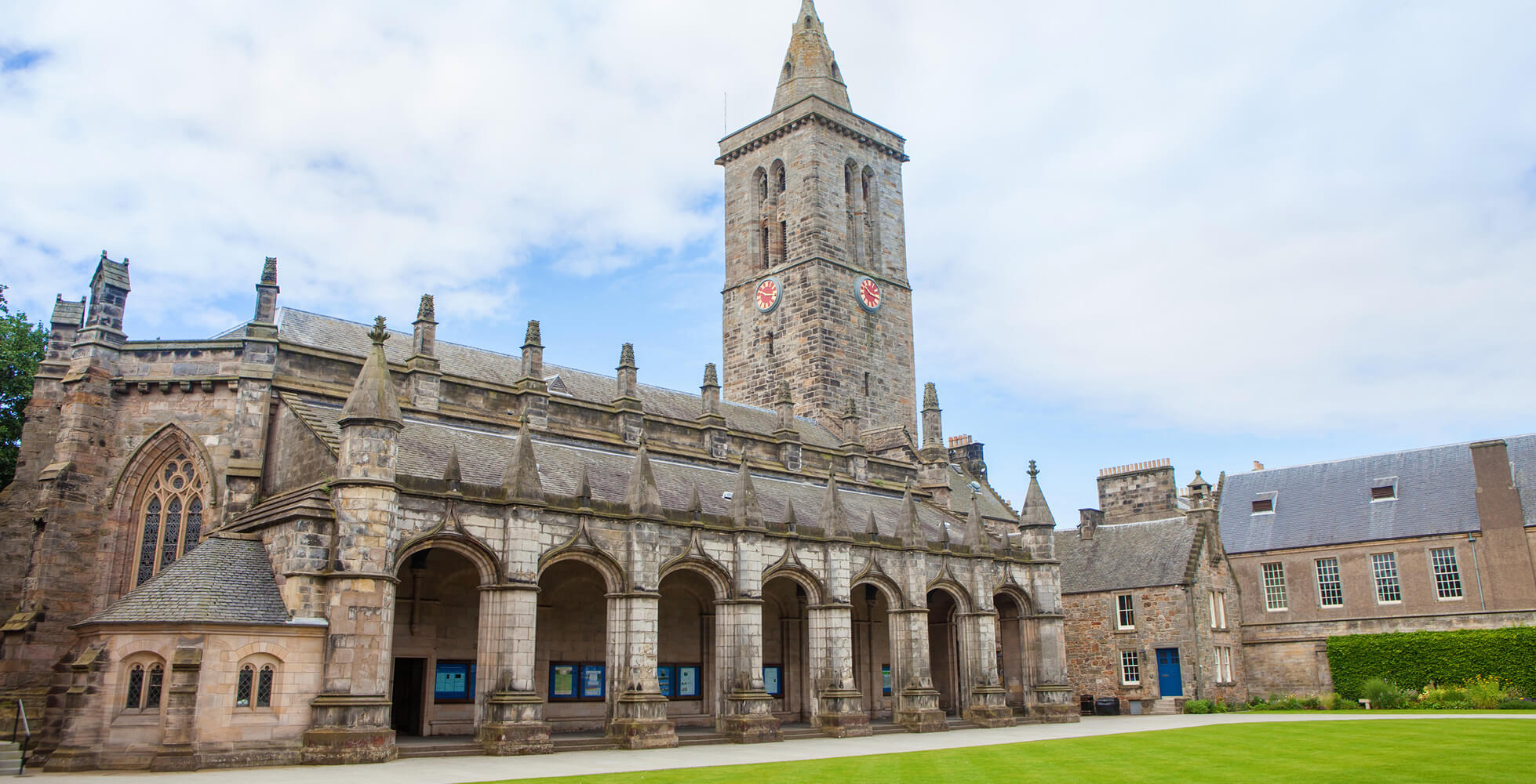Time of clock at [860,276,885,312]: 10:17
